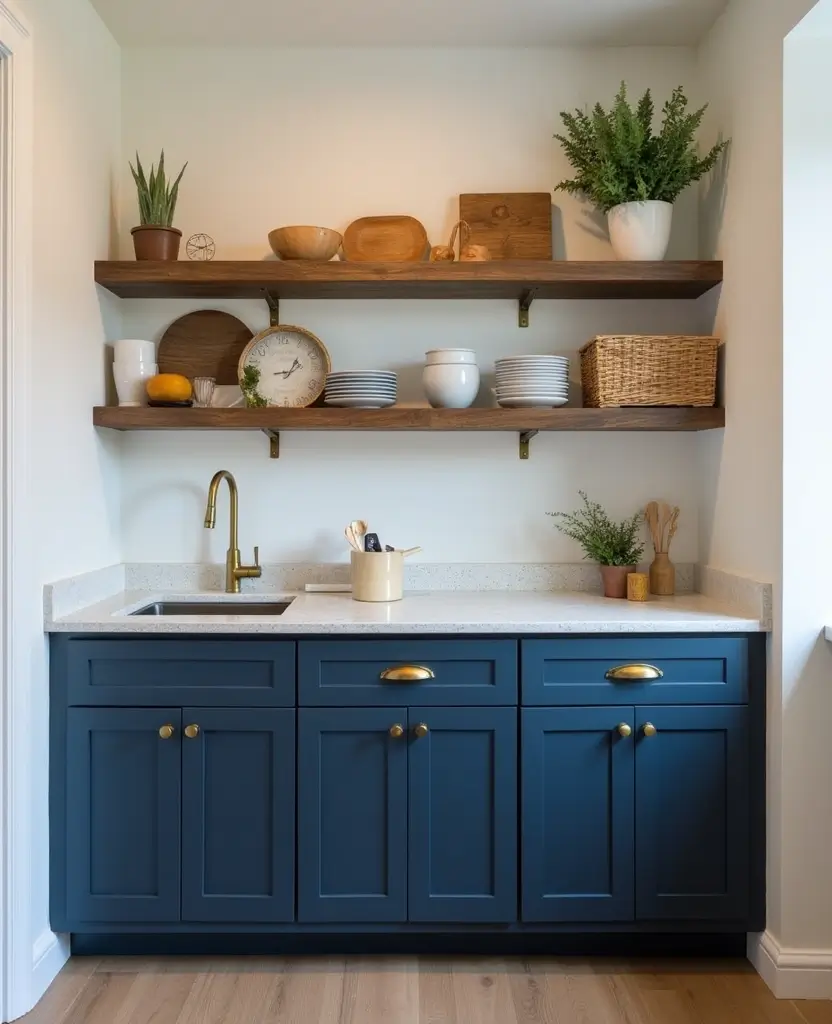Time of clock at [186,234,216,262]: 2:48
